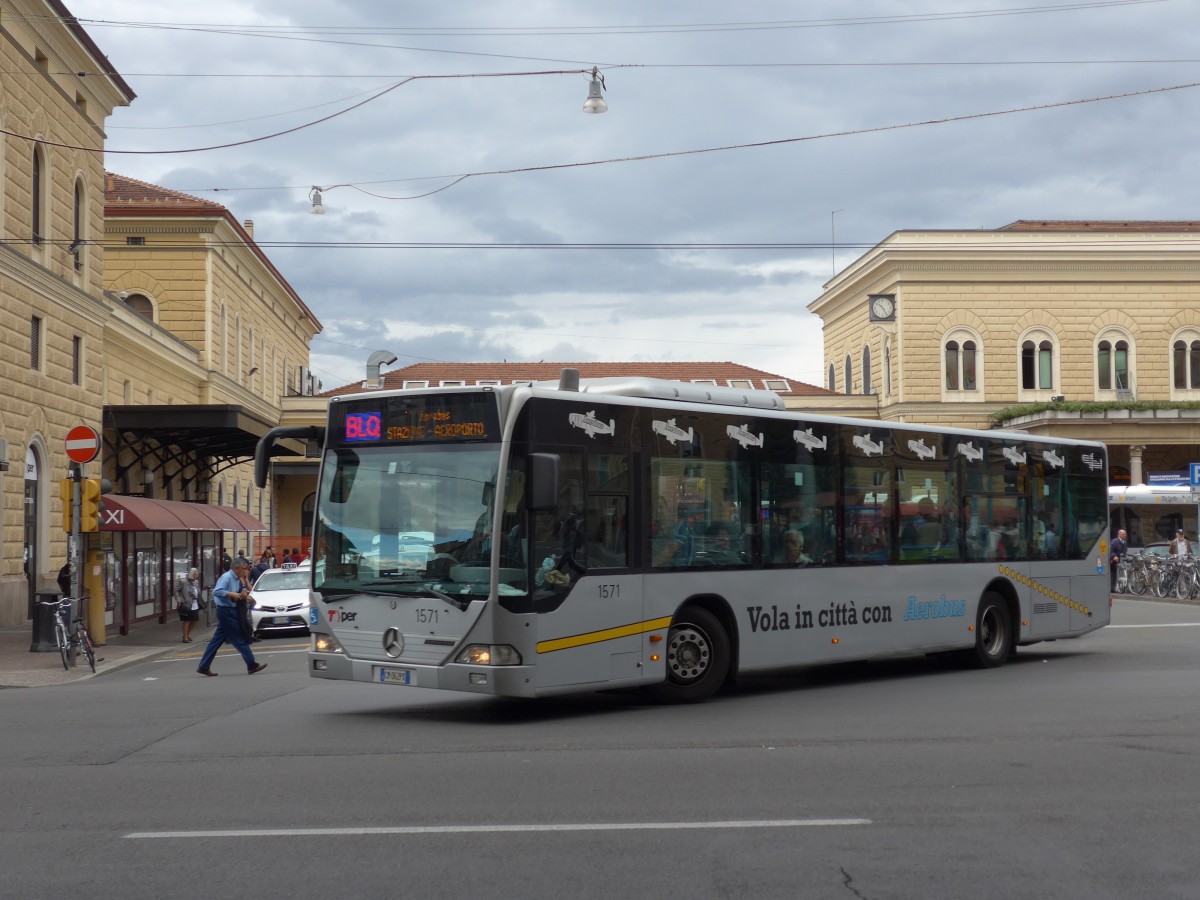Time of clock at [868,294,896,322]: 10:24
